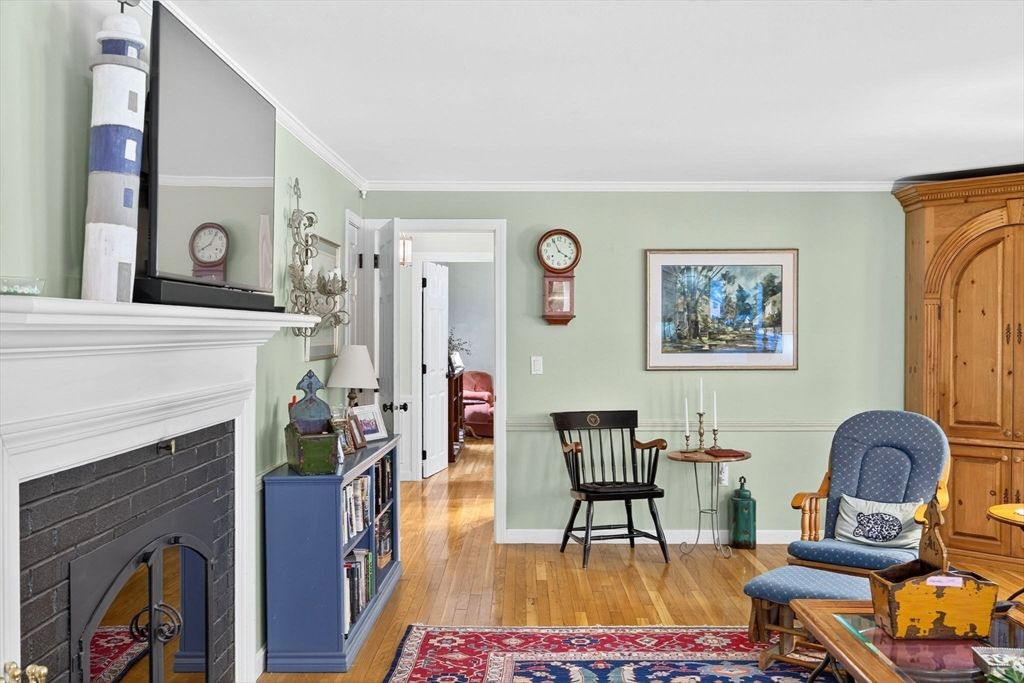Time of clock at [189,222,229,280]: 8:04
